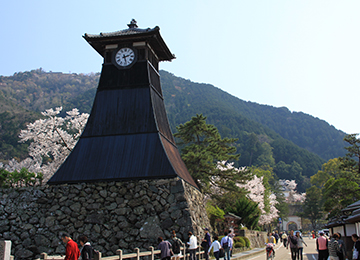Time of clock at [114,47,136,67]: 2:27
